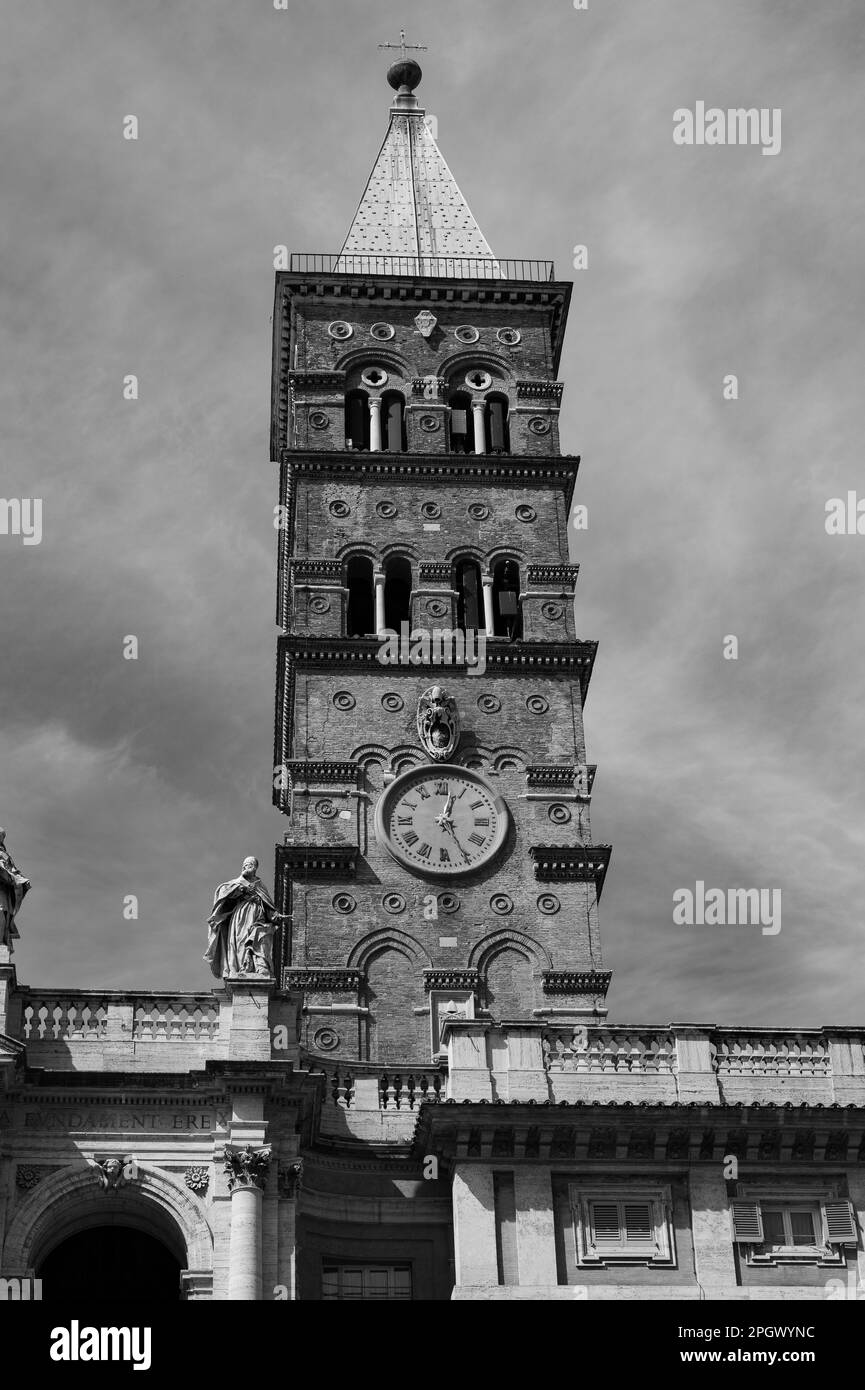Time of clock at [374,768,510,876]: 12:25
